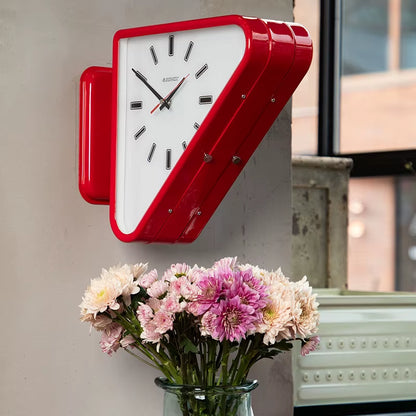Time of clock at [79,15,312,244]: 1:50
